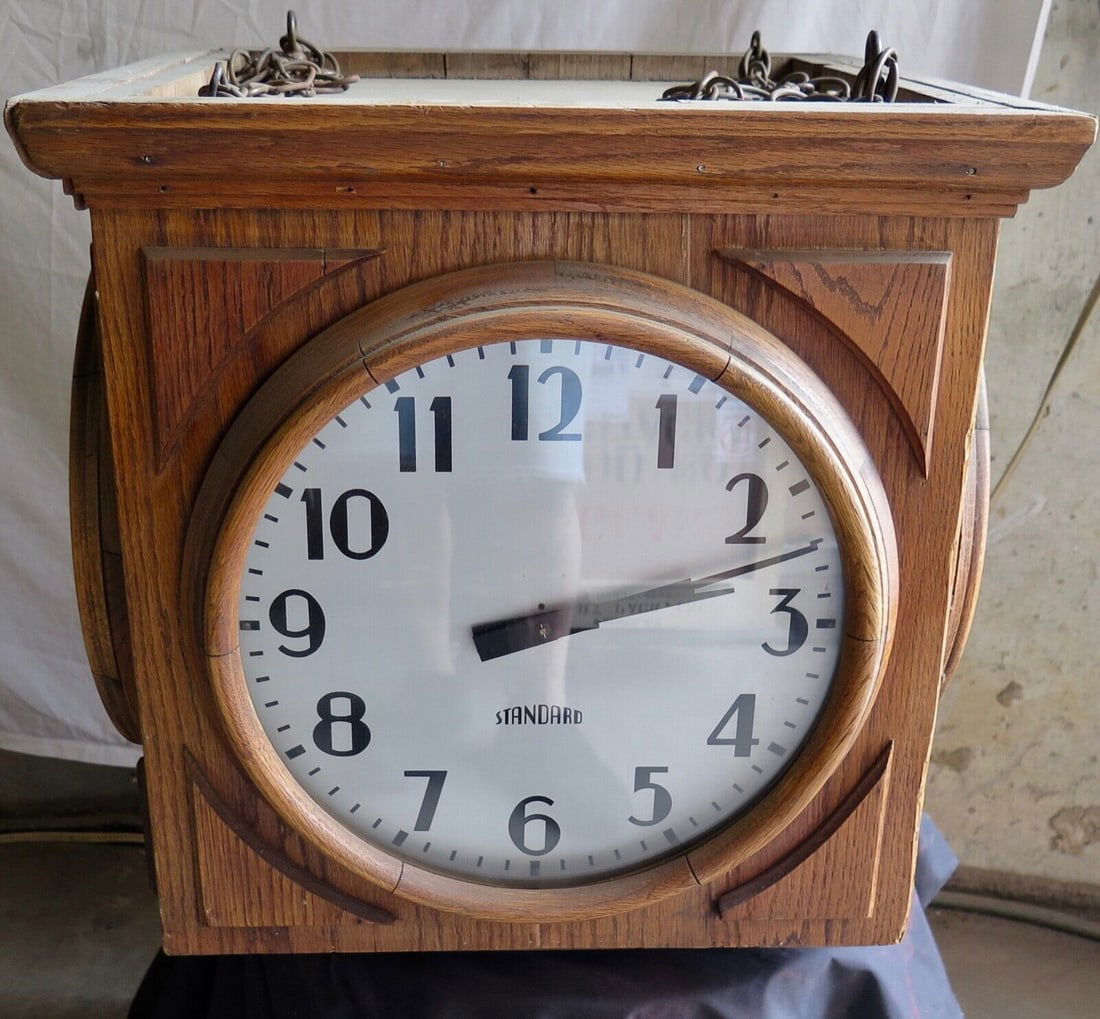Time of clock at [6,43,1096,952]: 2:12
